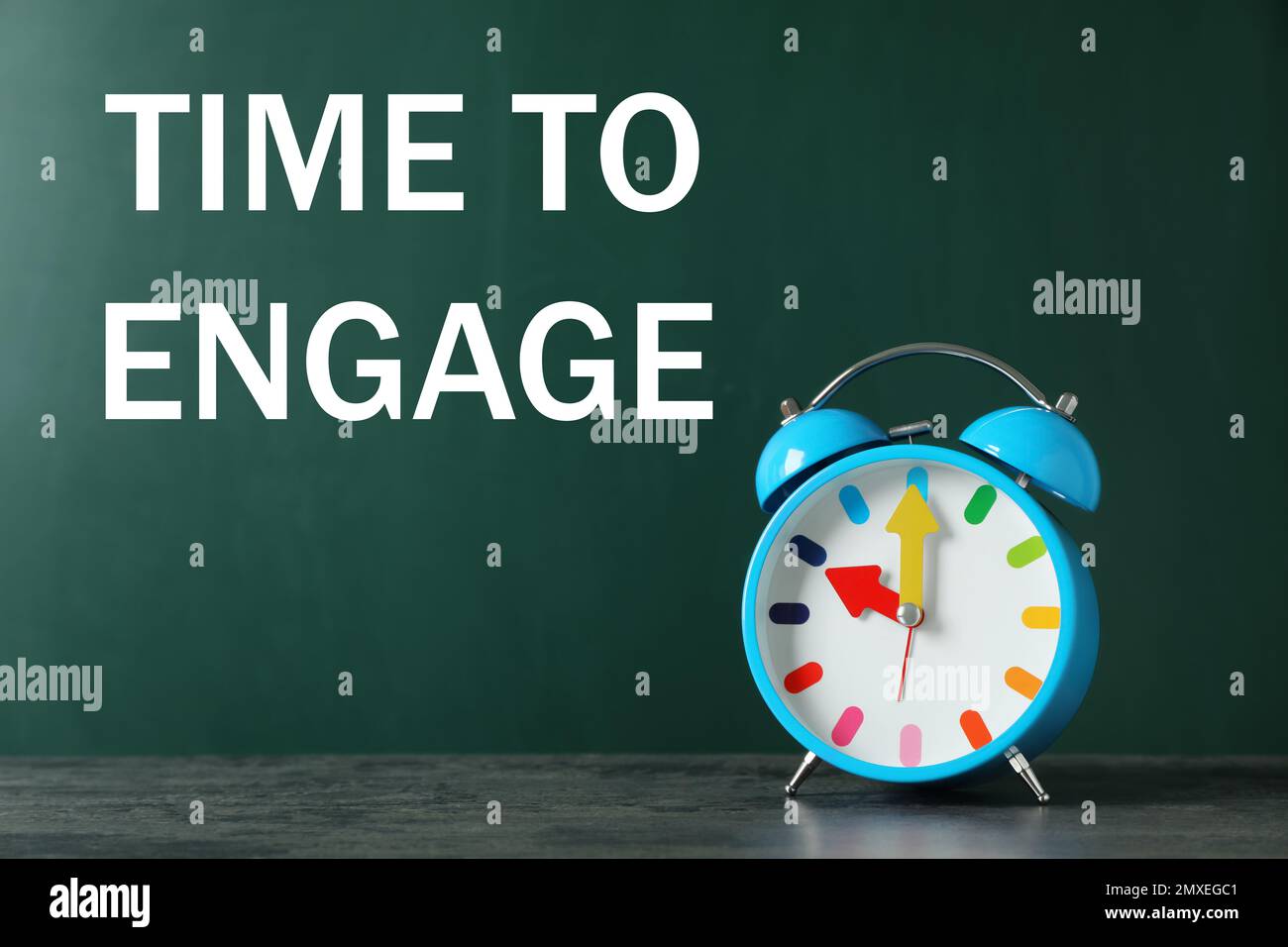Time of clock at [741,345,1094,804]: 10:00
